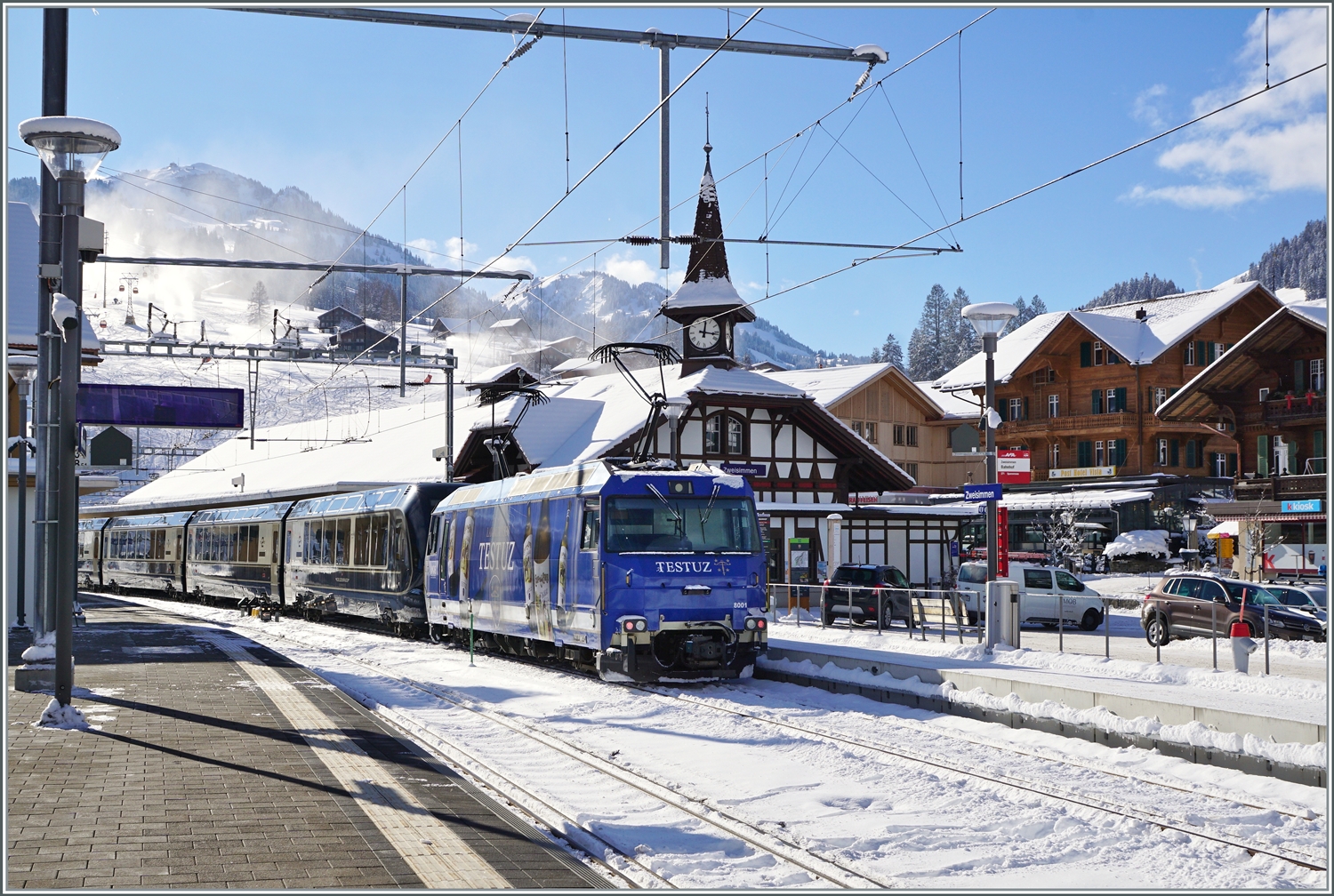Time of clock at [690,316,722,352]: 12:16
